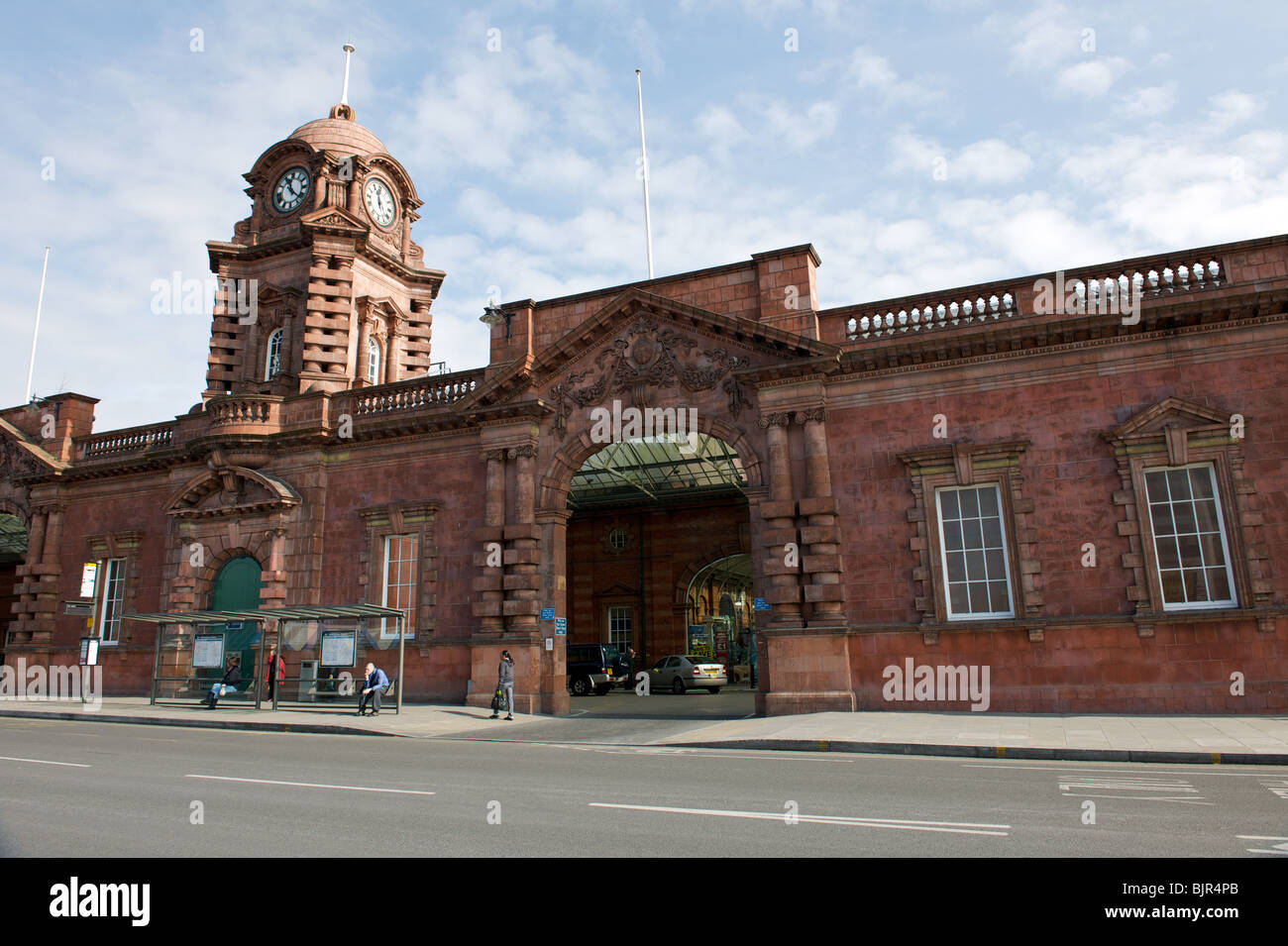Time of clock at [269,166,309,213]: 11:21
